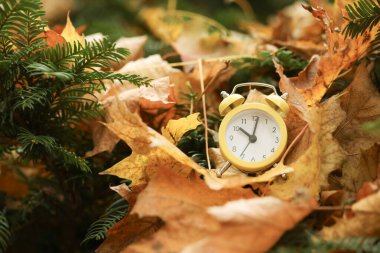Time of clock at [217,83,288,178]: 10:01
